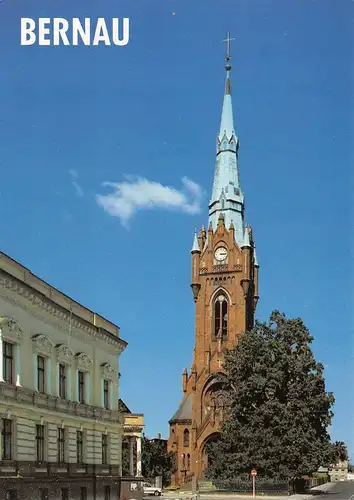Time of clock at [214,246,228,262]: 3:14
